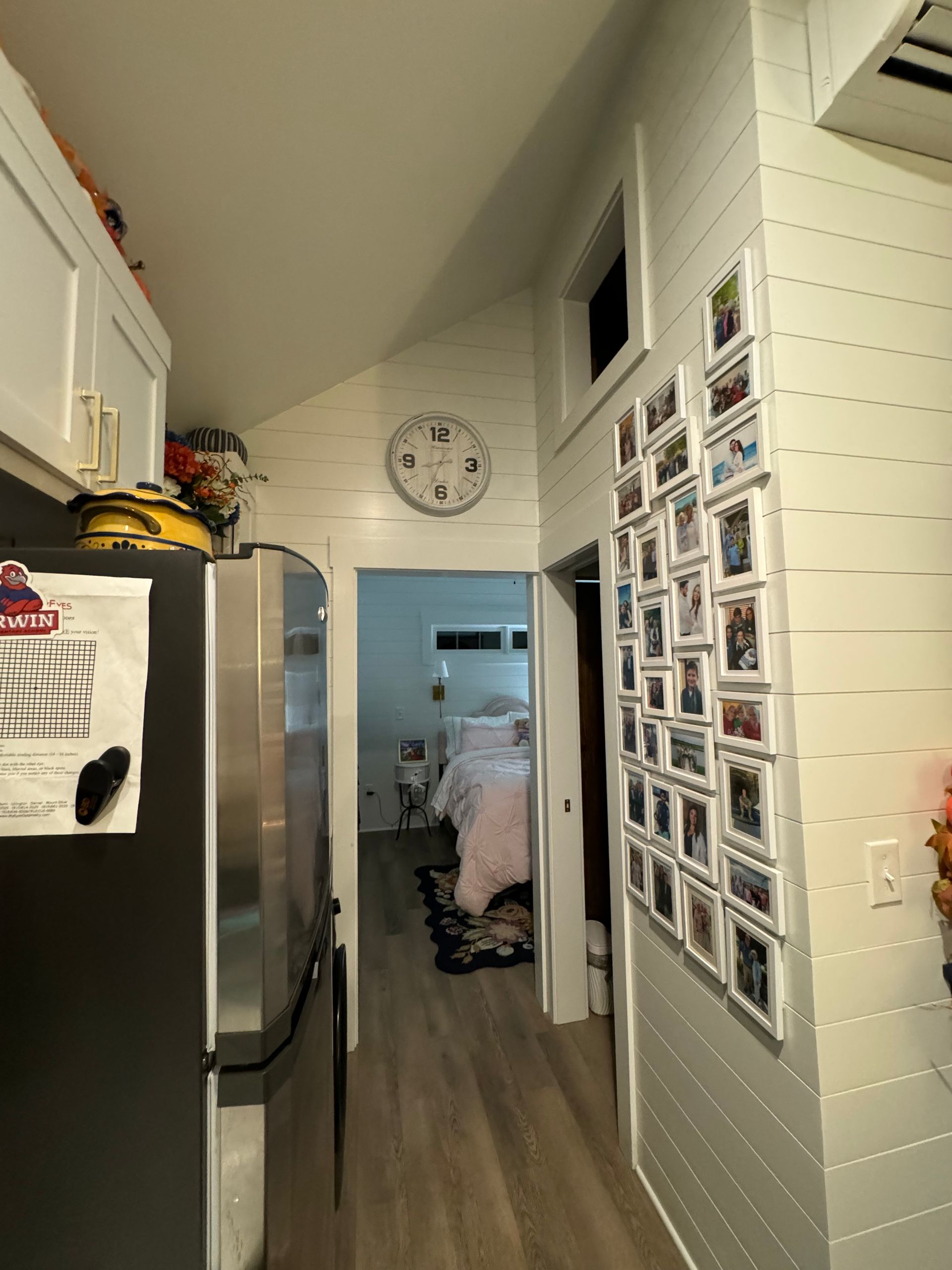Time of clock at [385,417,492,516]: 8:33
